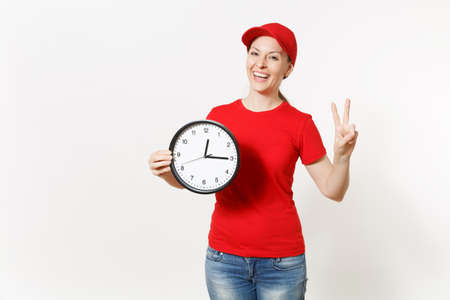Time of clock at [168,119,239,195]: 12:15
